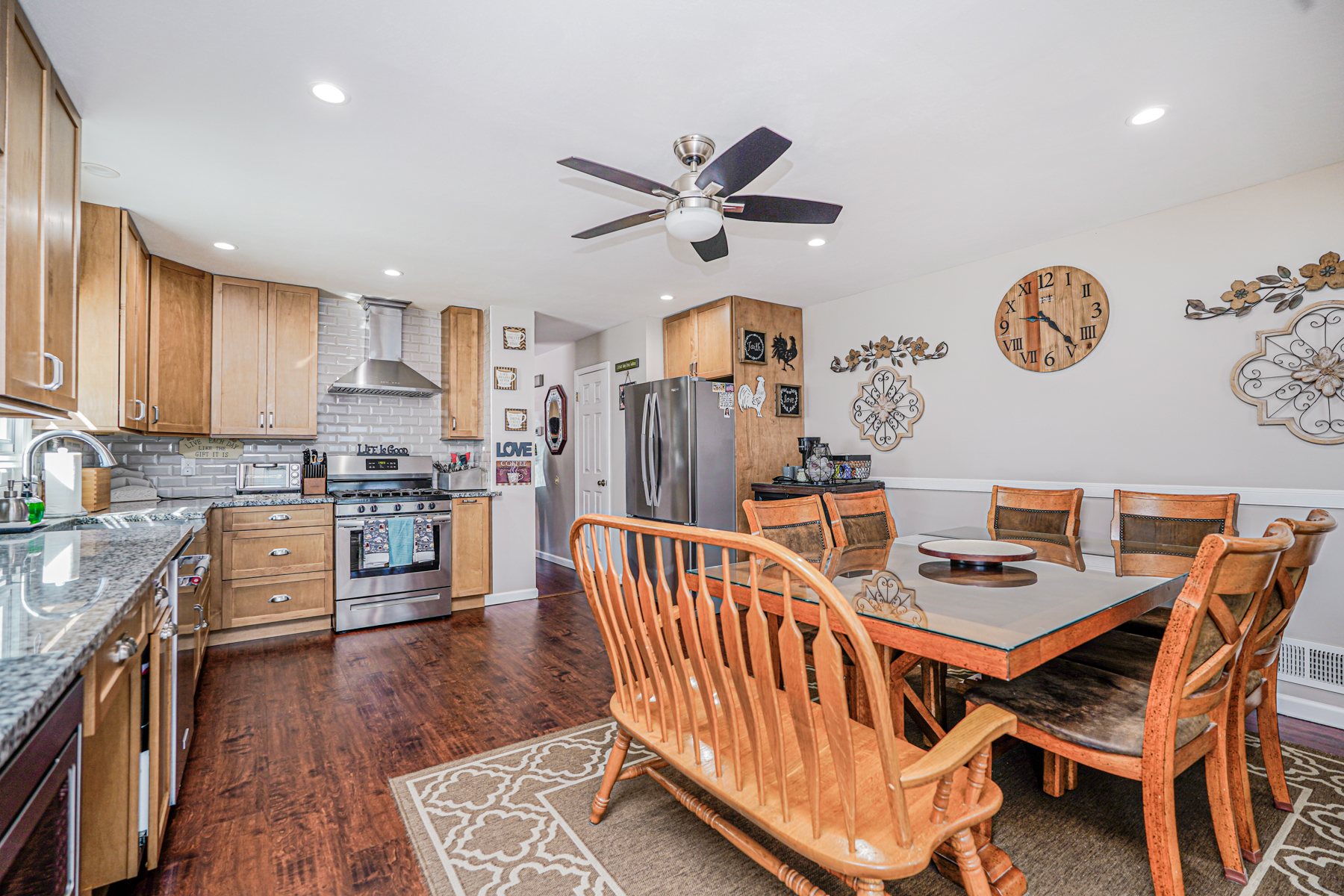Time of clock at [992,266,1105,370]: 9:23
